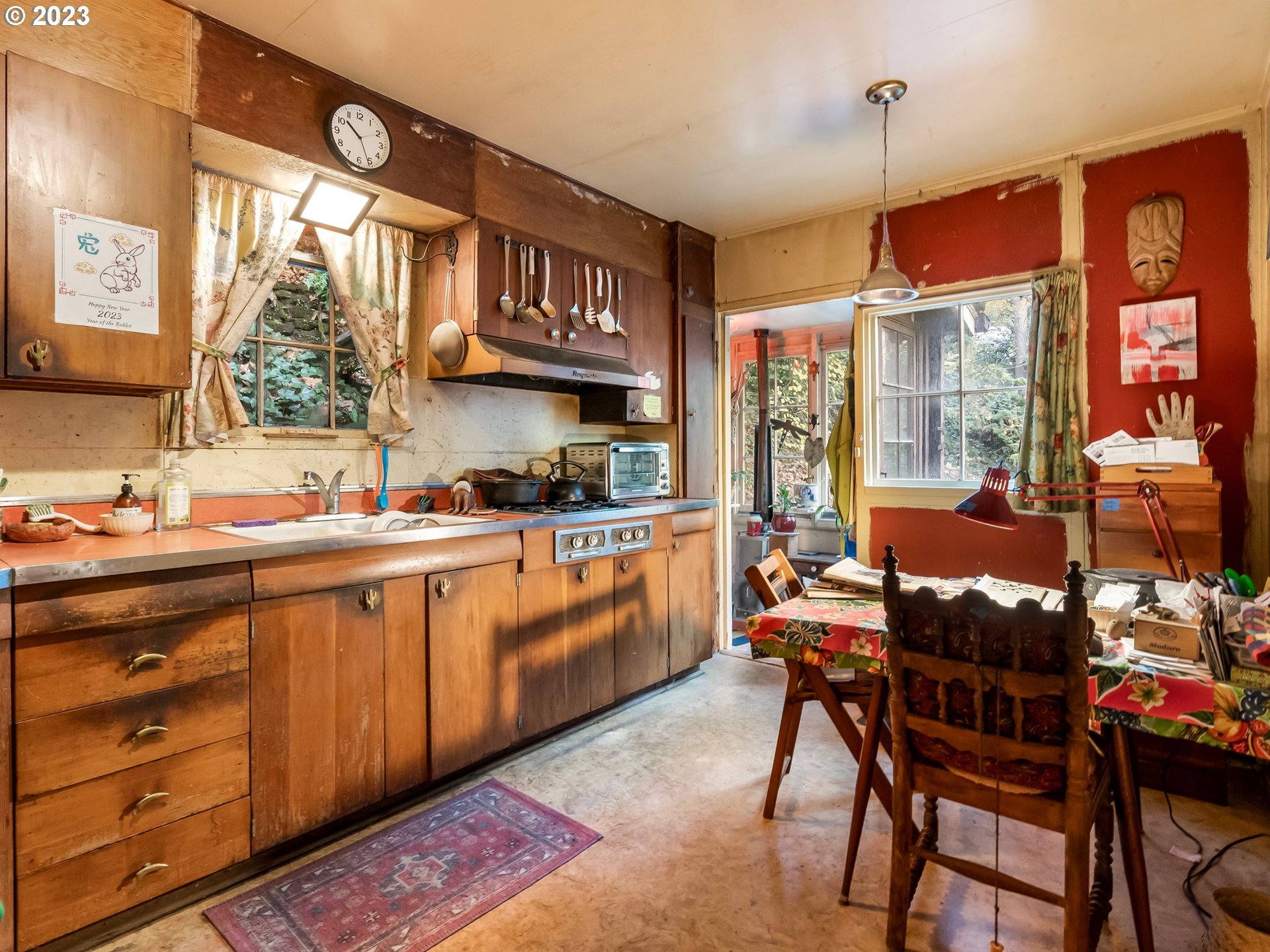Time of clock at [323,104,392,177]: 10:25
